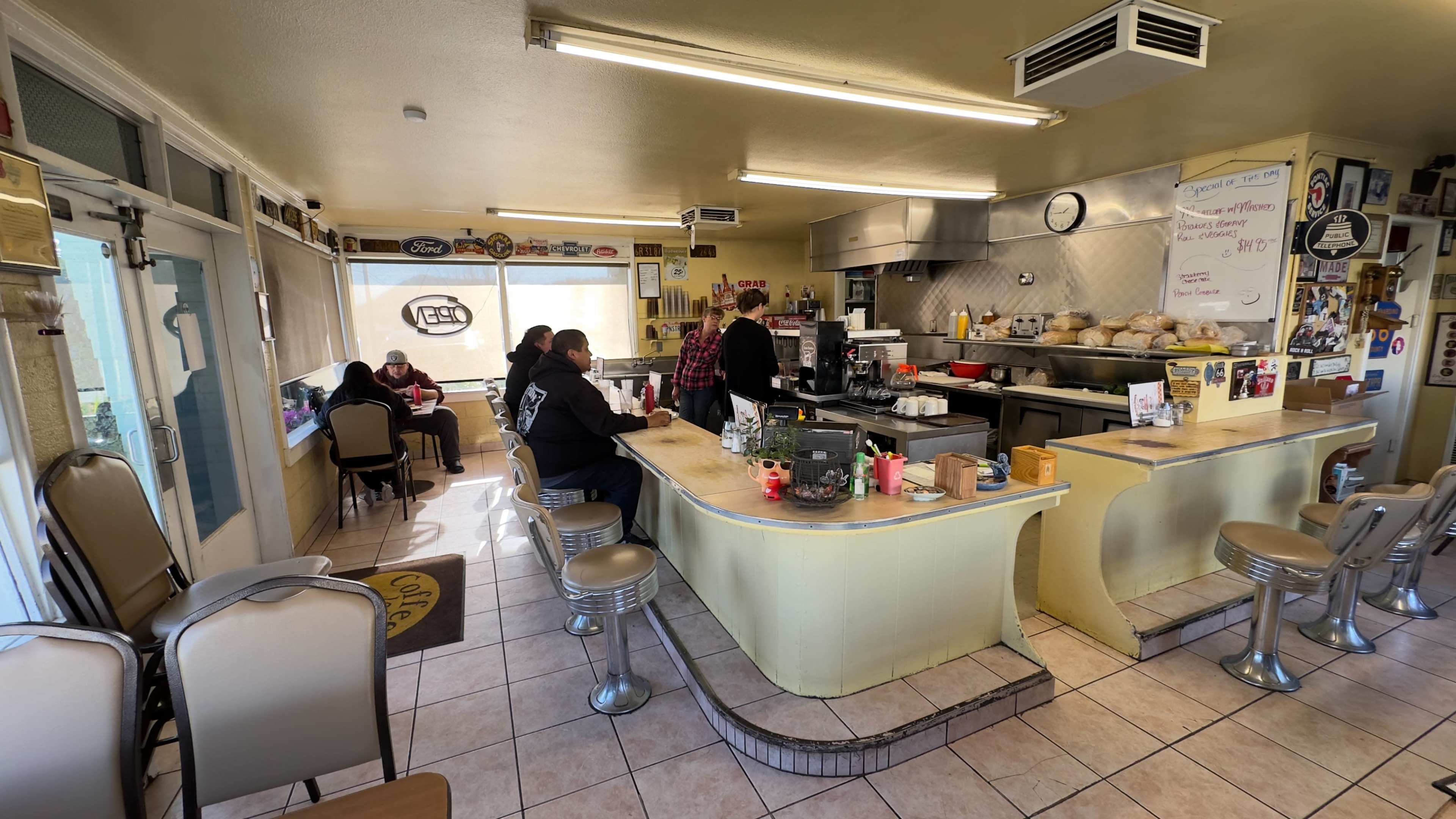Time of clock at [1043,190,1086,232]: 1:45
